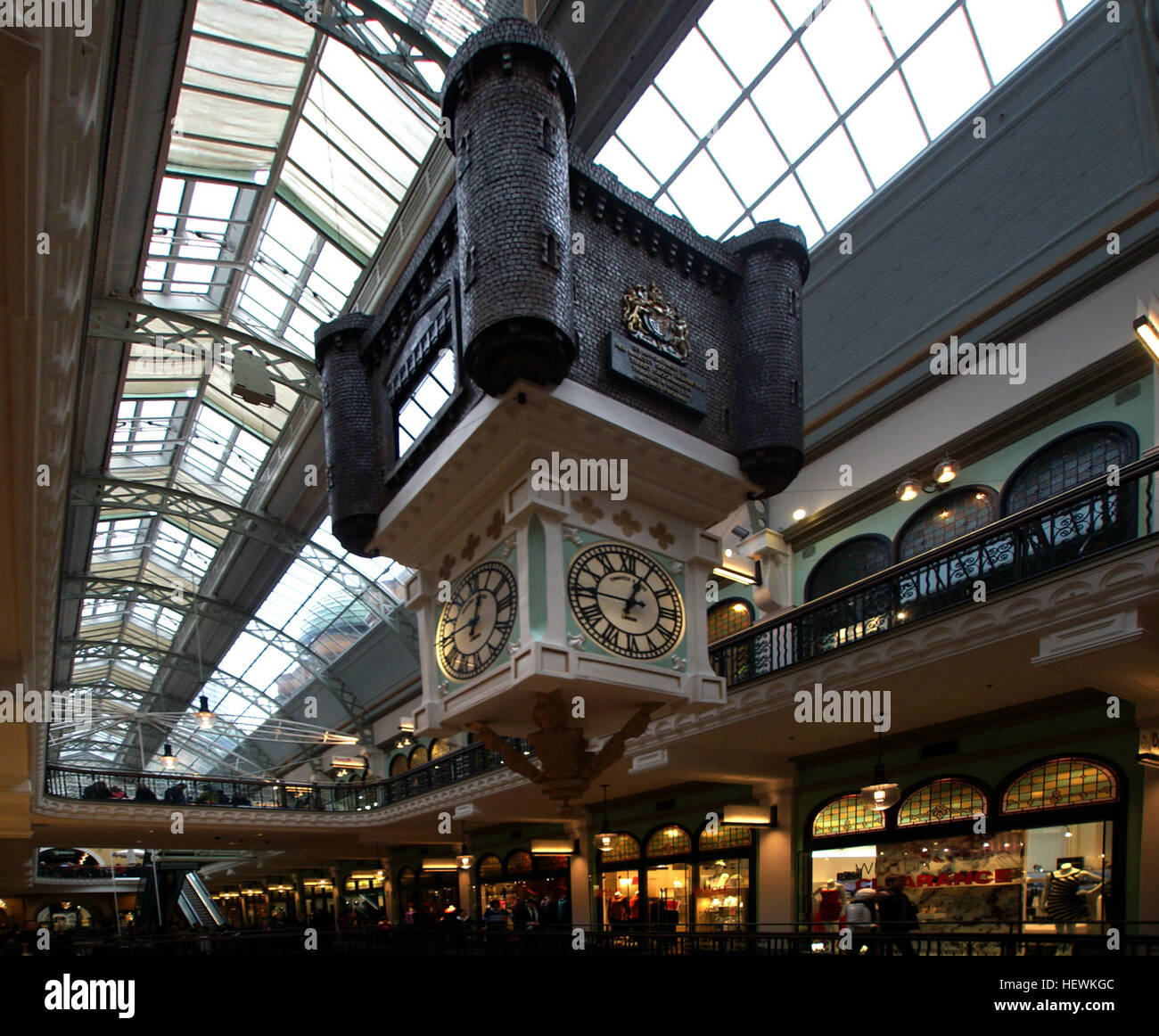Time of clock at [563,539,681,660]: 12:45
